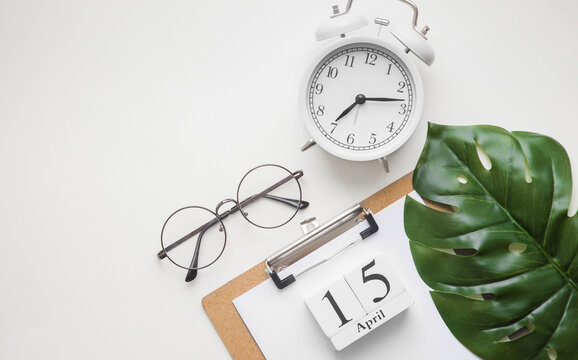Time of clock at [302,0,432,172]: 7:13
